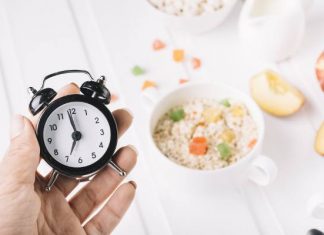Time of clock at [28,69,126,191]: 6:58
